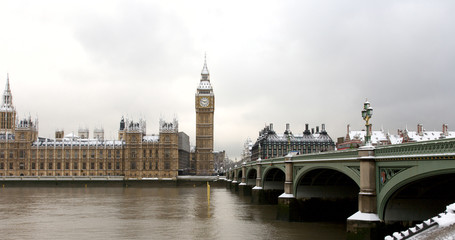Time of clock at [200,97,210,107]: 2:48
